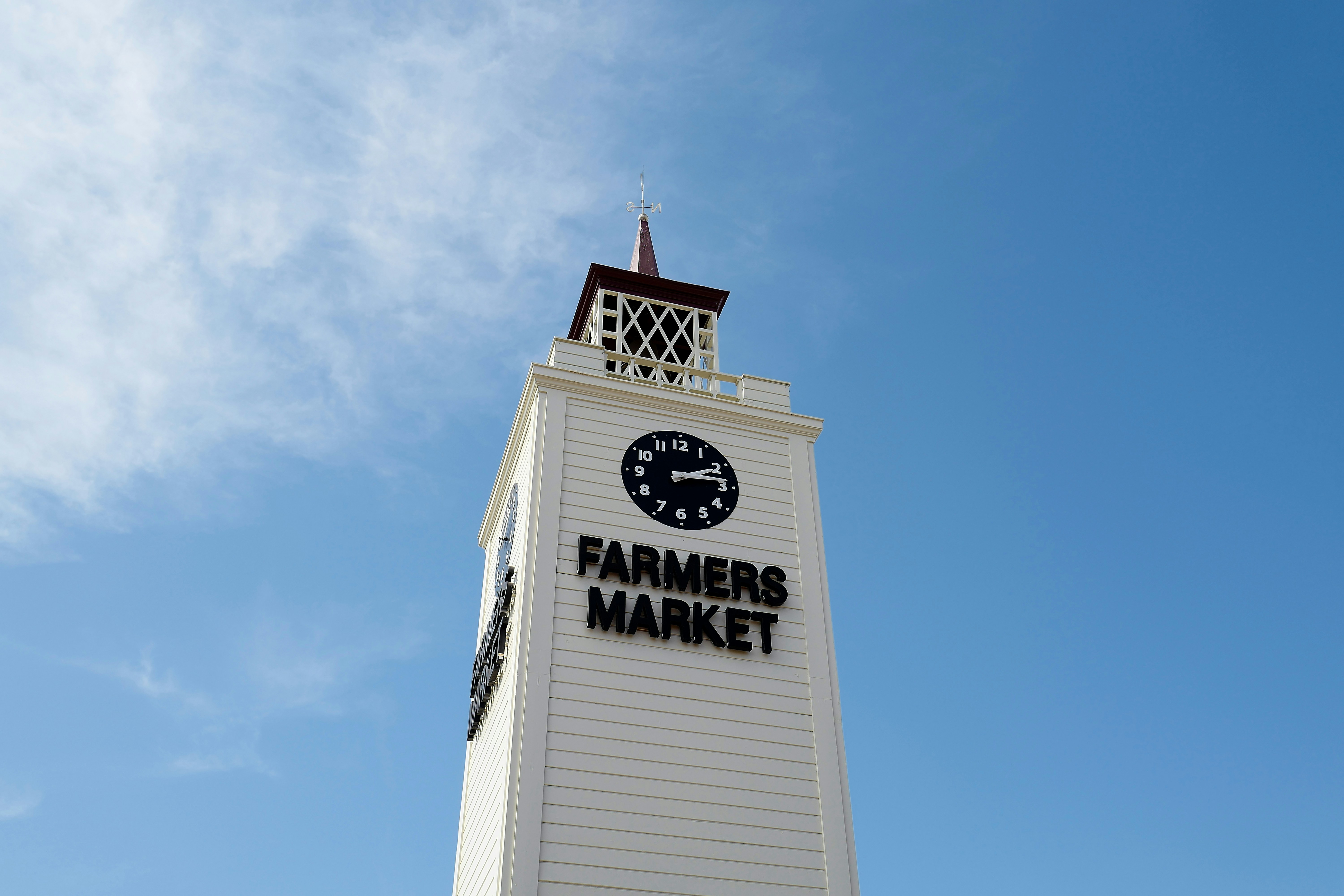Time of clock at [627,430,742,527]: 2:13
